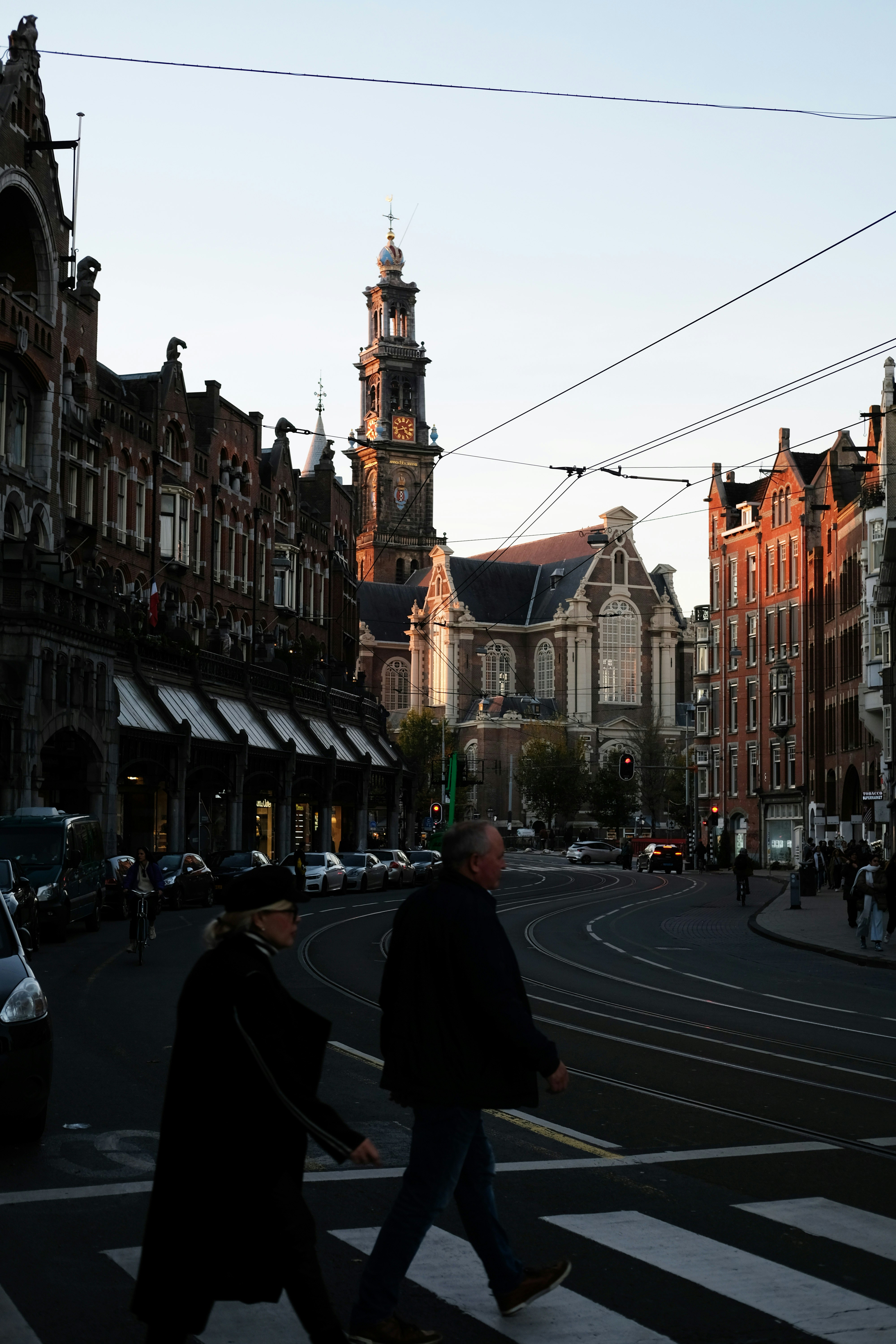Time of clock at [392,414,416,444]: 4:42
